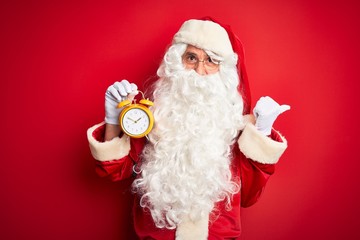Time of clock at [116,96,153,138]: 1:49
